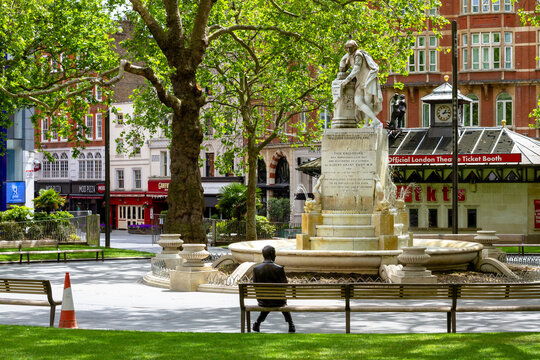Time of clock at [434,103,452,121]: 1:13
